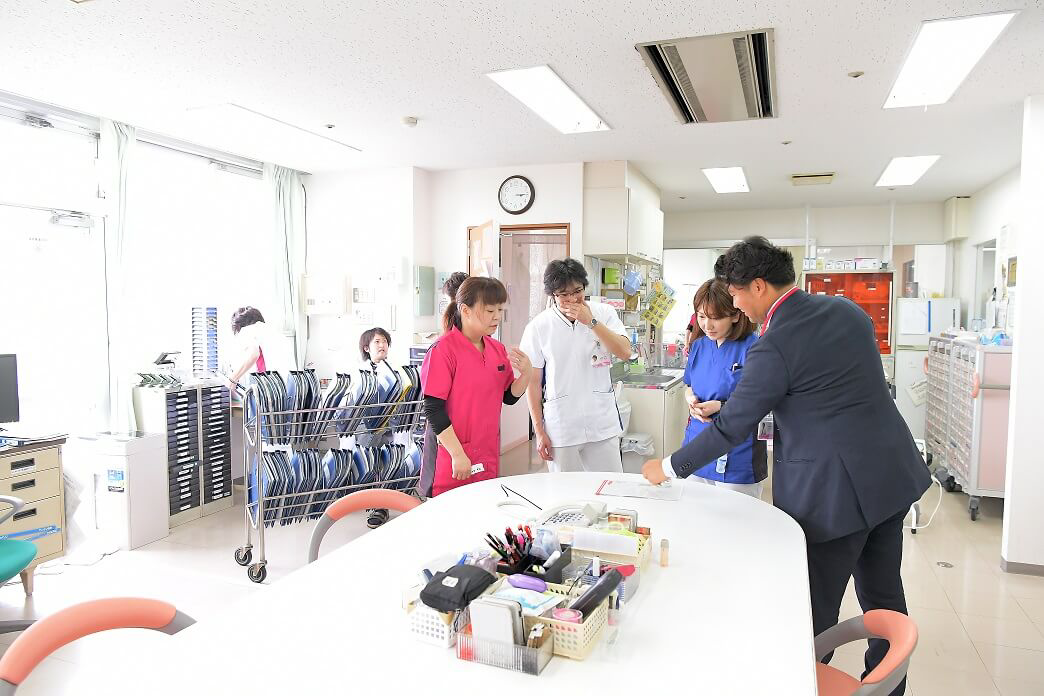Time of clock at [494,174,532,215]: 3:14
